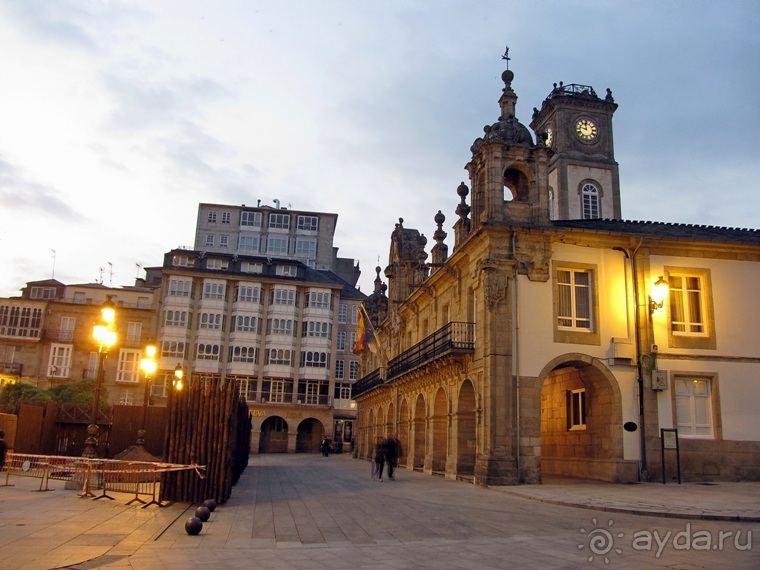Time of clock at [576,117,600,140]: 11:46
